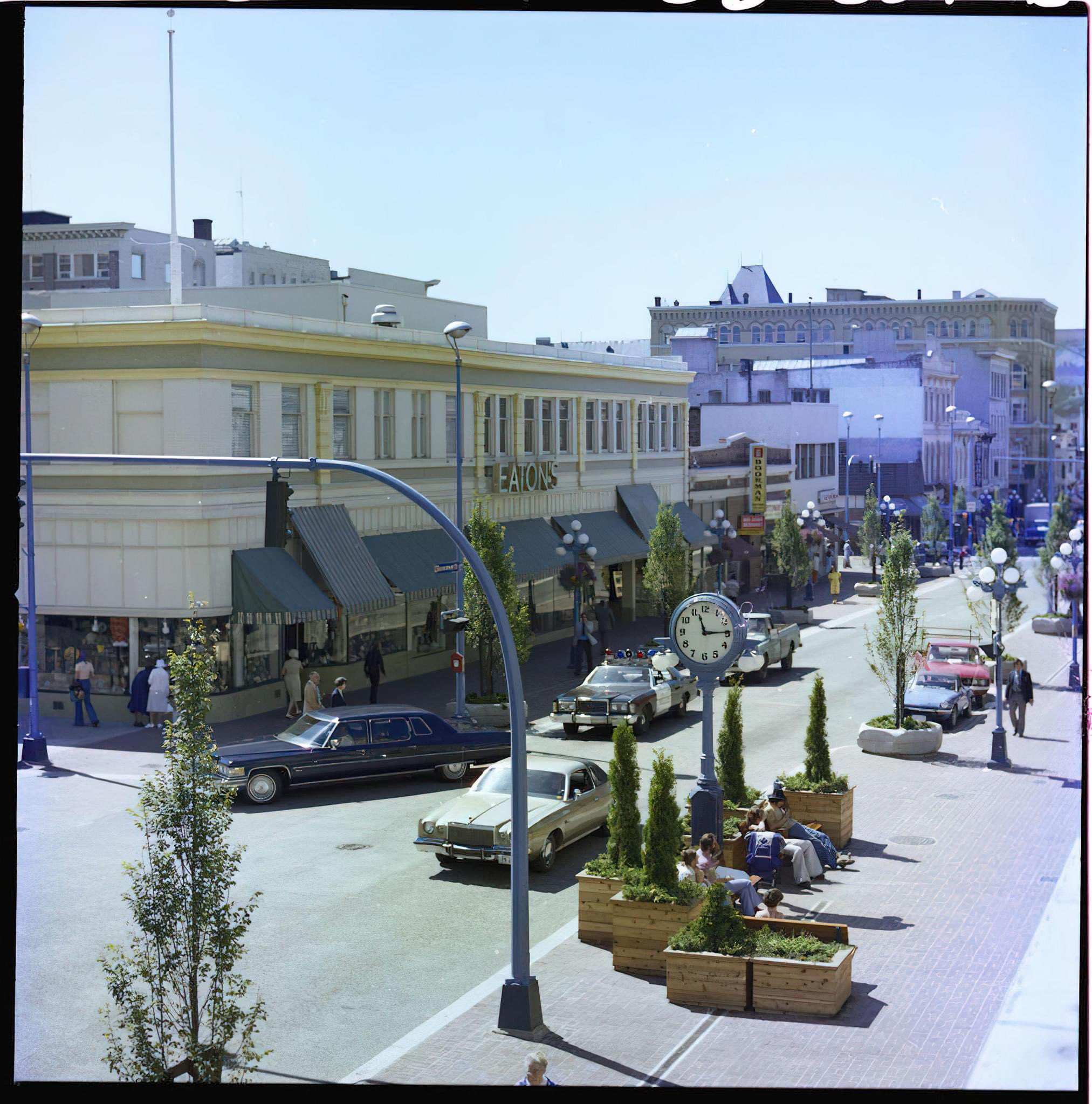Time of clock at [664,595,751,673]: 11:14
